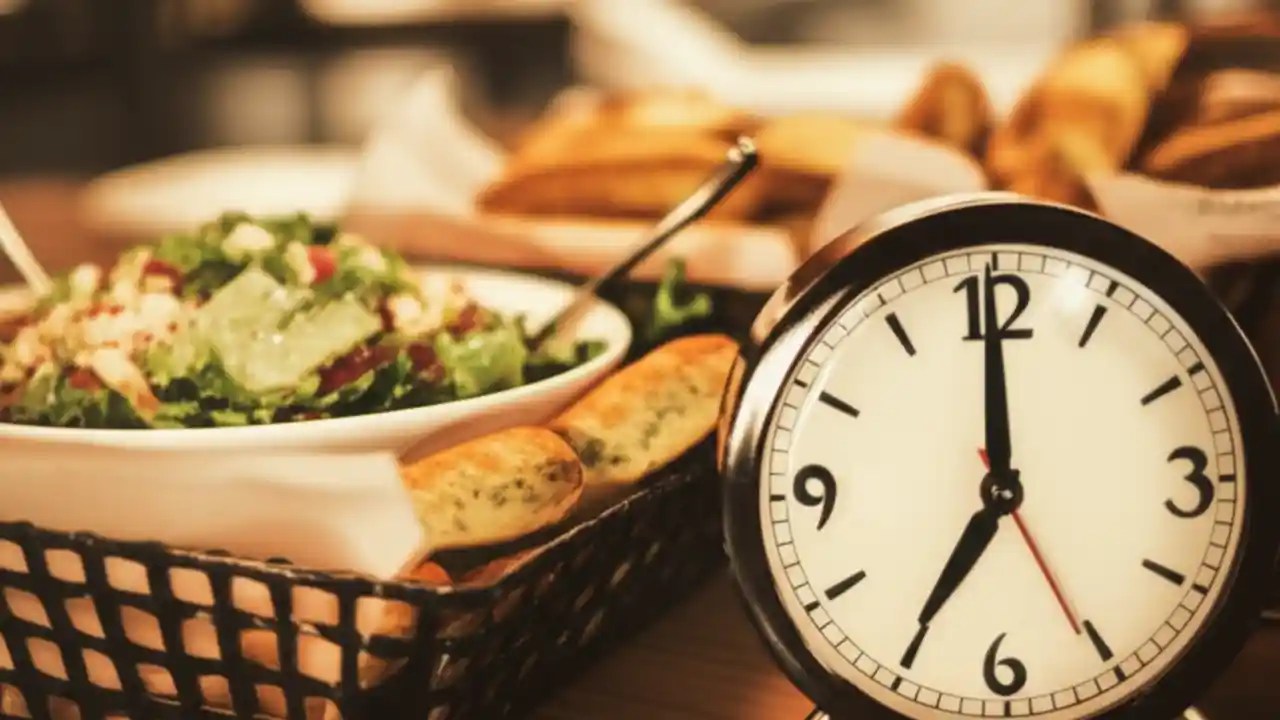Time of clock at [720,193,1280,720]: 7:00
